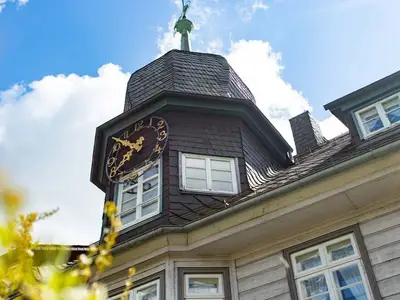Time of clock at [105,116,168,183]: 7:52
